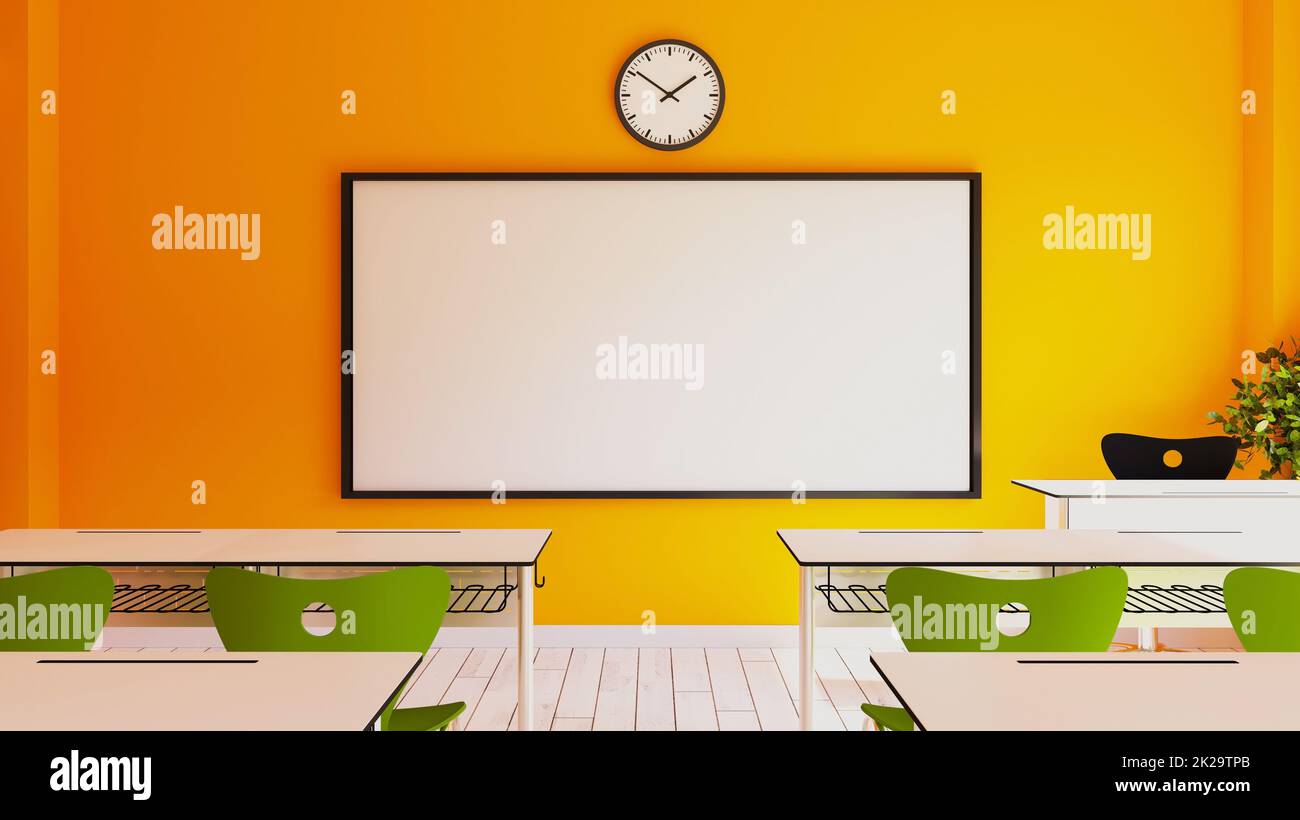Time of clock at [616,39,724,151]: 1:50
